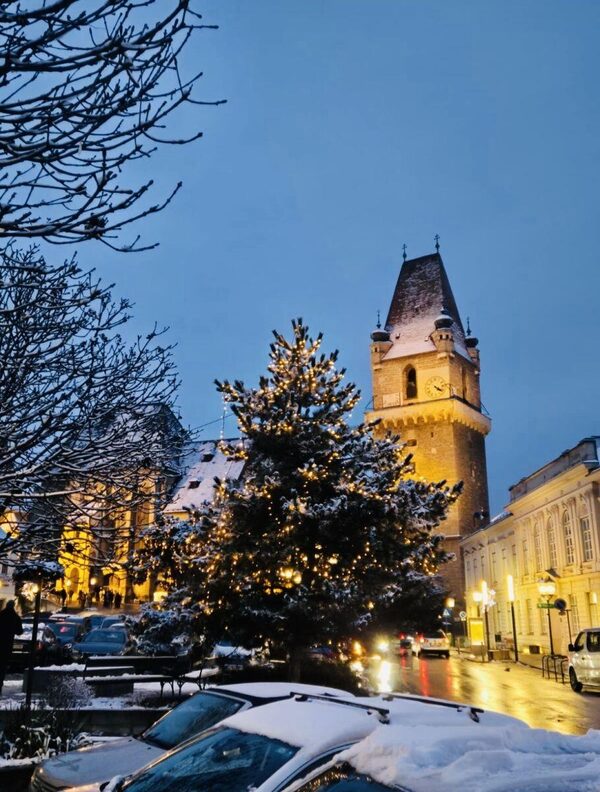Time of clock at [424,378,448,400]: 4:21
